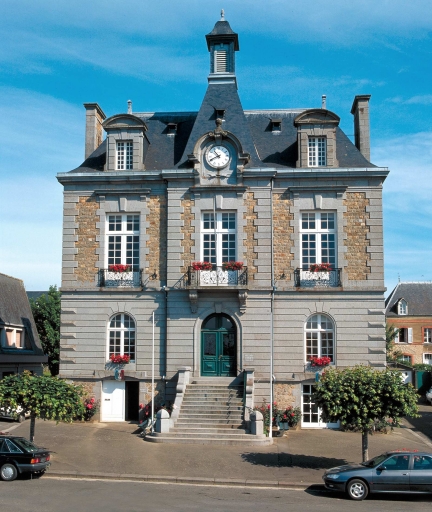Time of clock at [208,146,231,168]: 10:41
